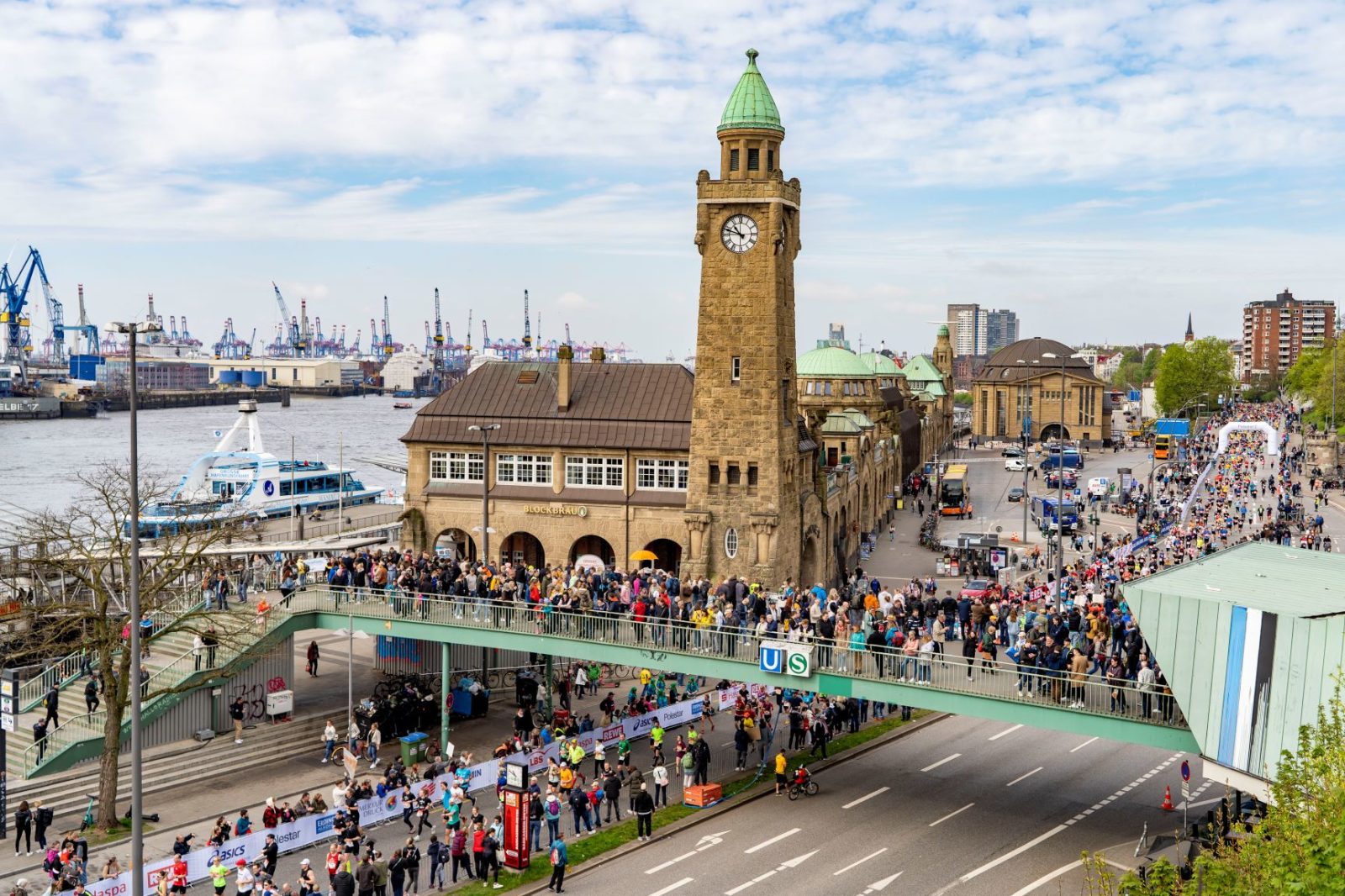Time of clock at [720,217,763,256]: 10:48
